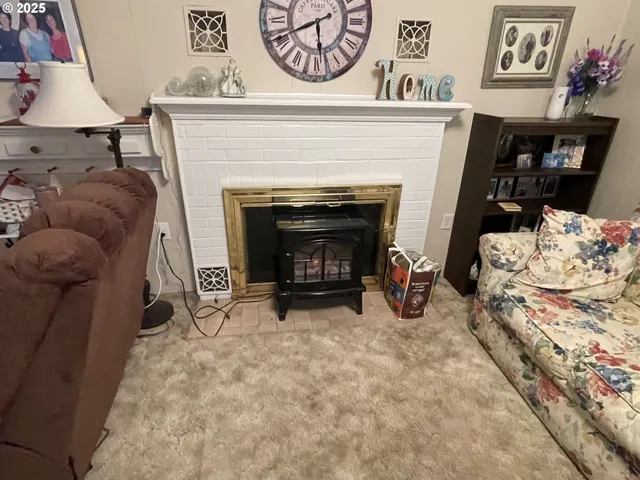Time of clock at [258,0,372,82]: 5:41
